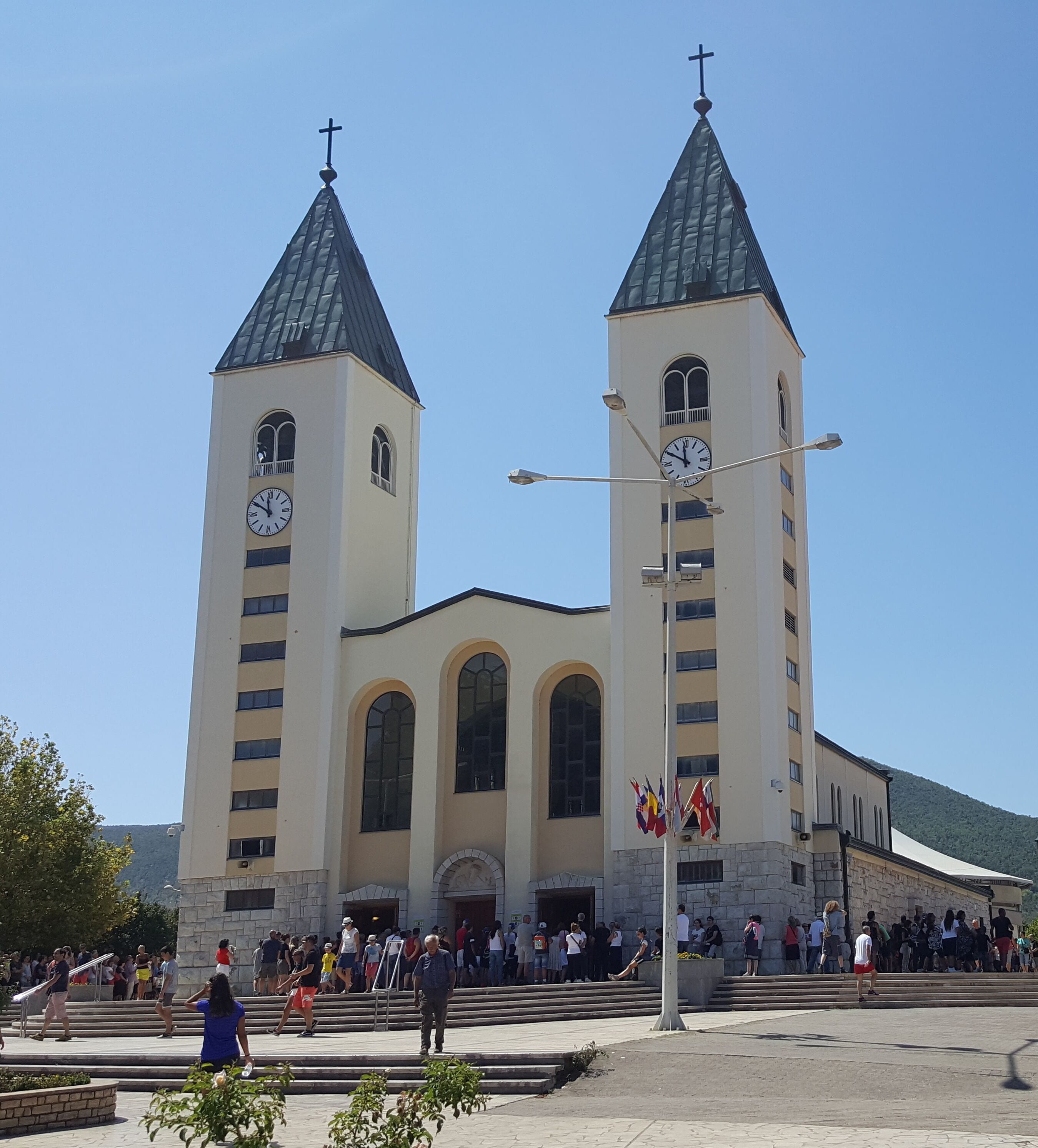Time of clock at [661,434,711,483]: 11:50
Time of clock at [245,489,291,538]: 11:50
